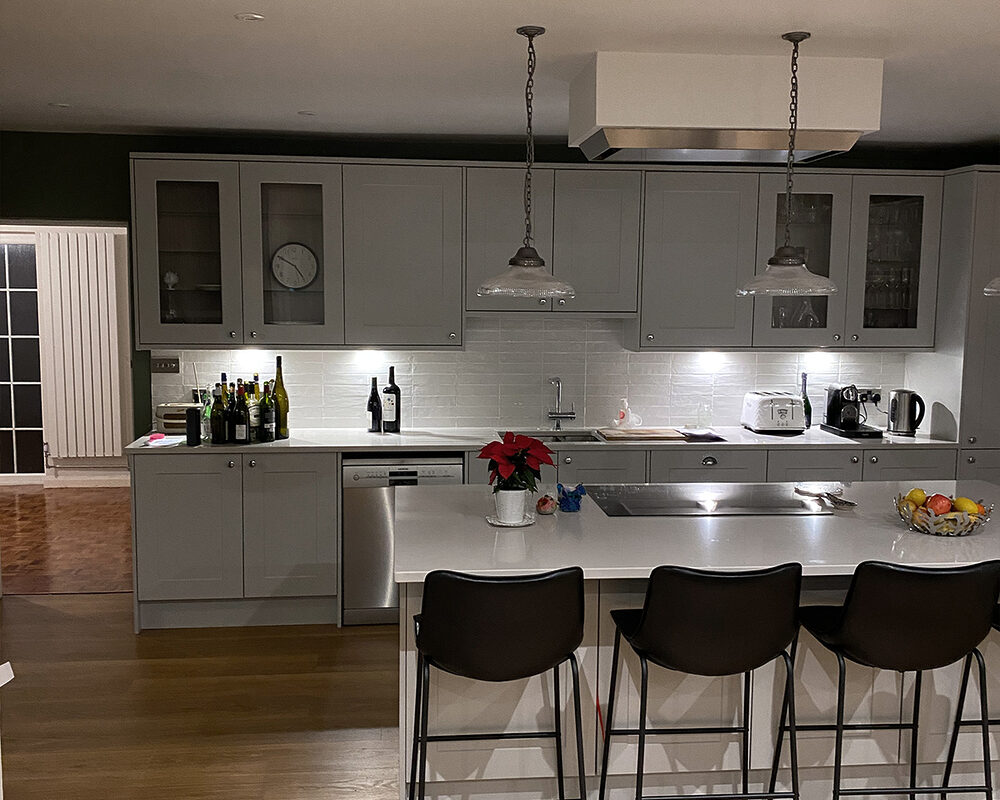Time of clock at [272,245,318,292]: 4:50
